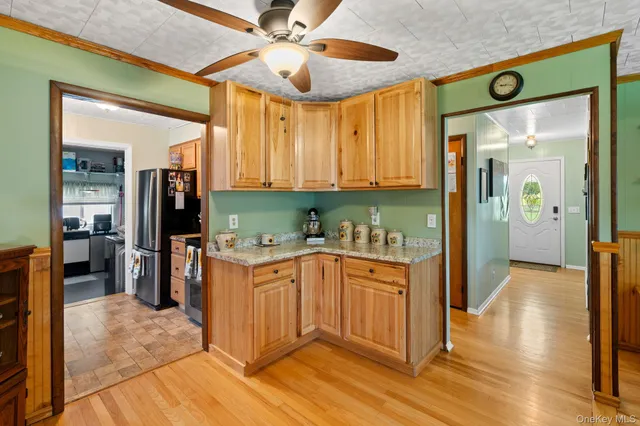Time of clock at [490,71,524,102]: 9:17
